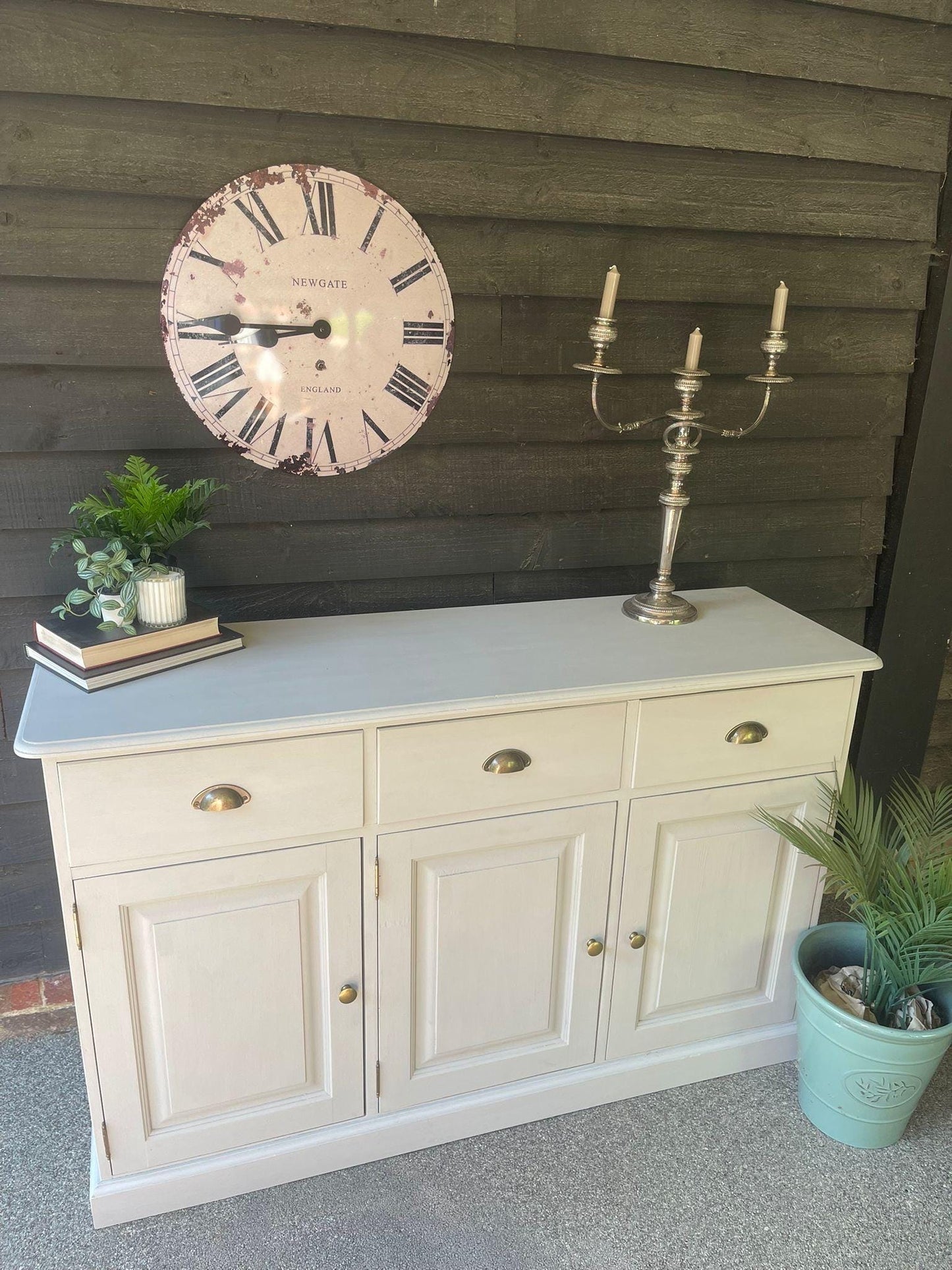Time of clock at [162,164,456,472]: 8:45
